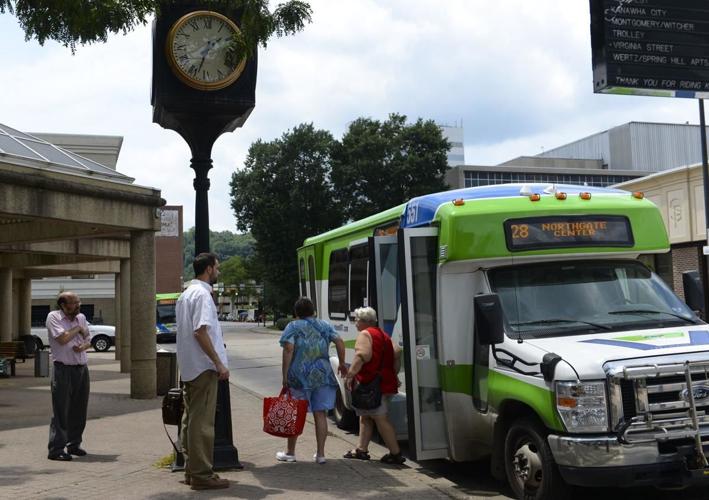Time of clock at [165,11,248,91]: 1:33
